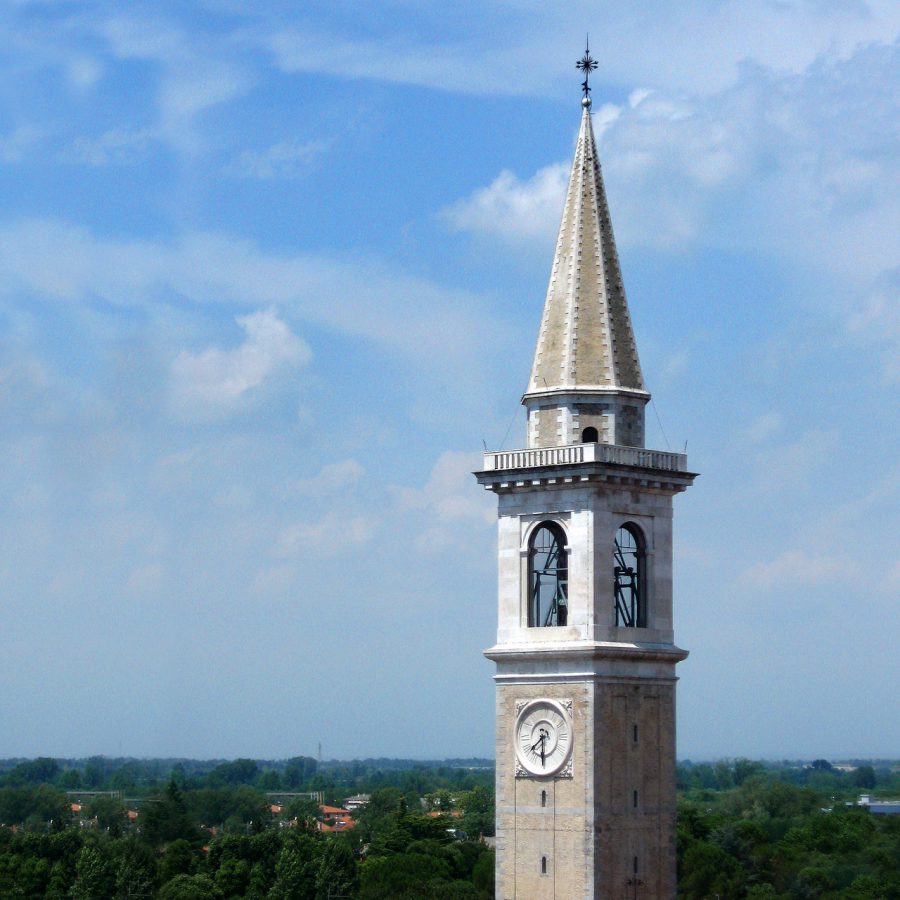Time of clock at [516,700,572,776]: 7:30
